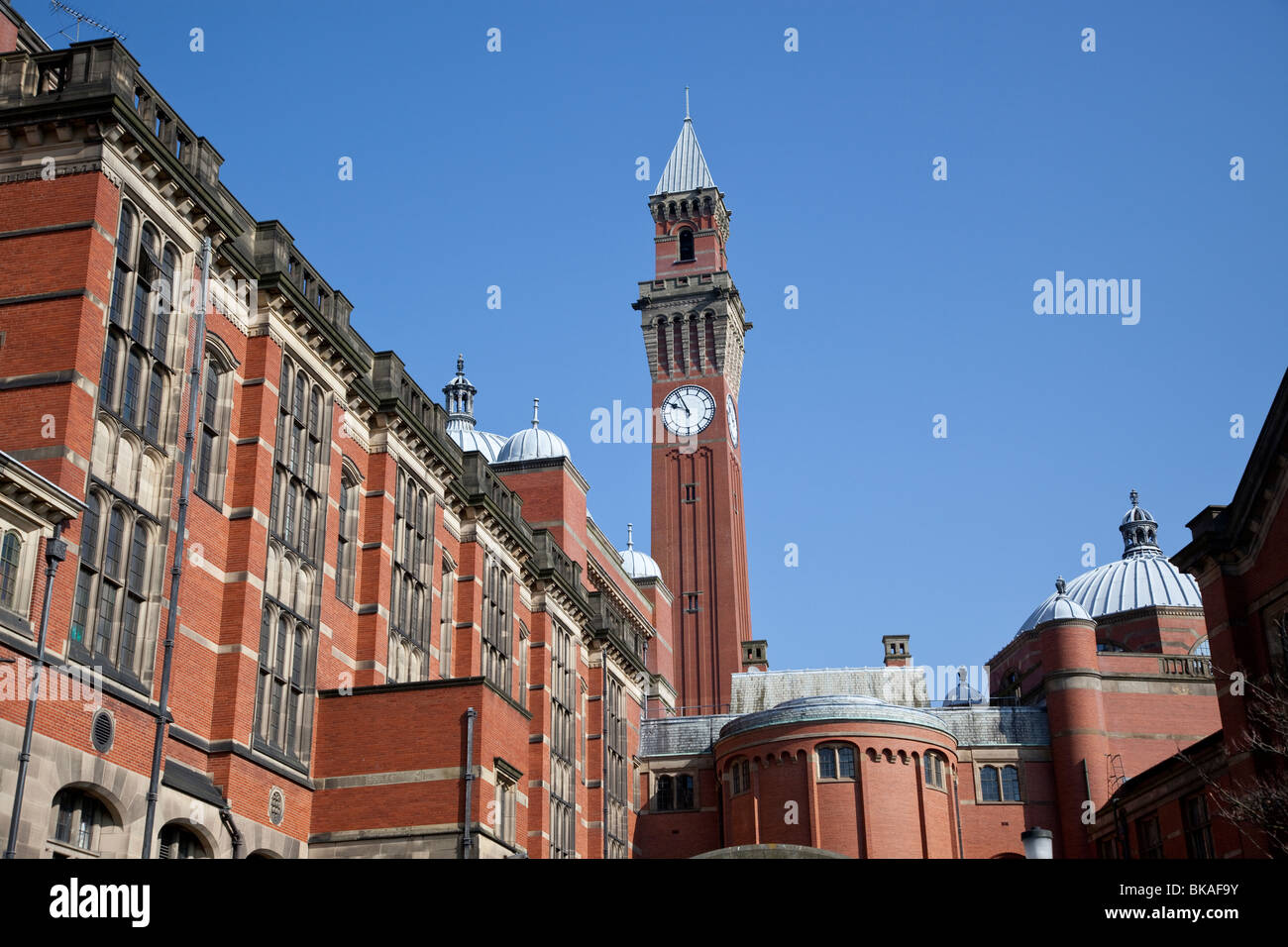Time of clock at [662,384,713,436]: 9:55
